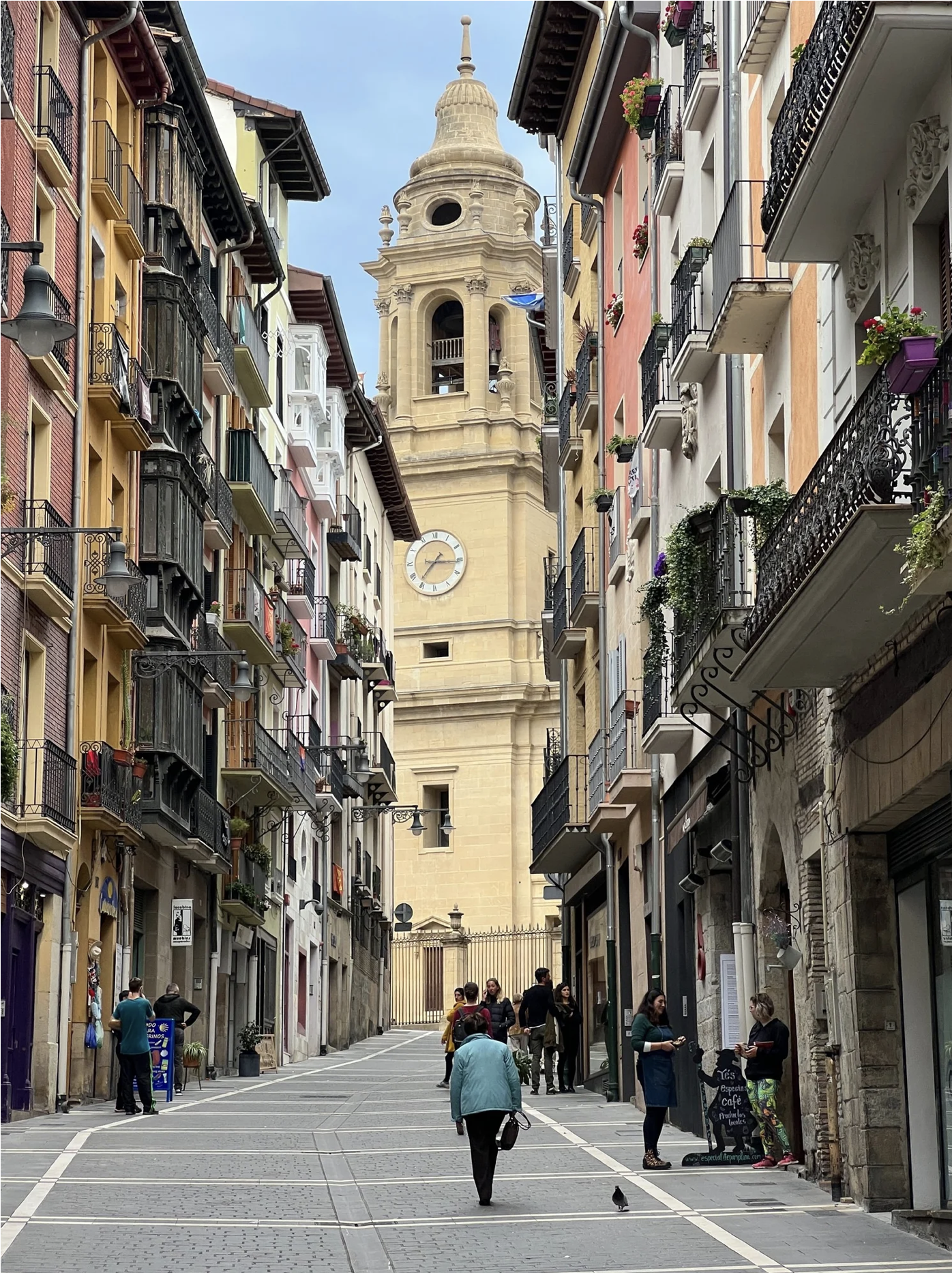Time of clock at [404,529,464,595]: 7:15
